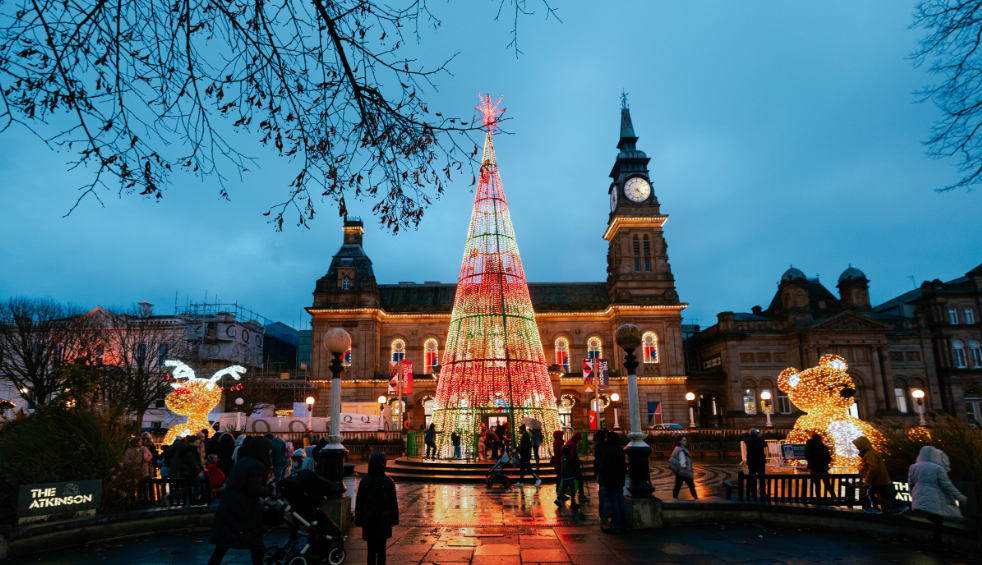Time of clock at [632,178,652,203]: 4:26
